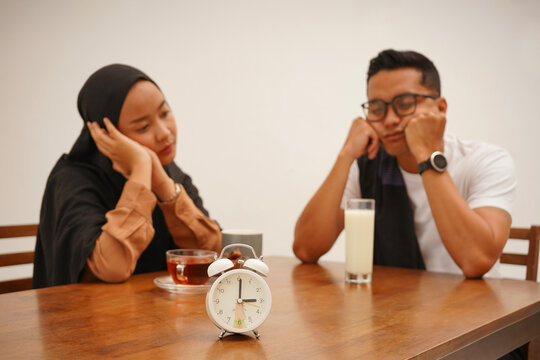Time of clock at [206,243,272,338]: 3:00
